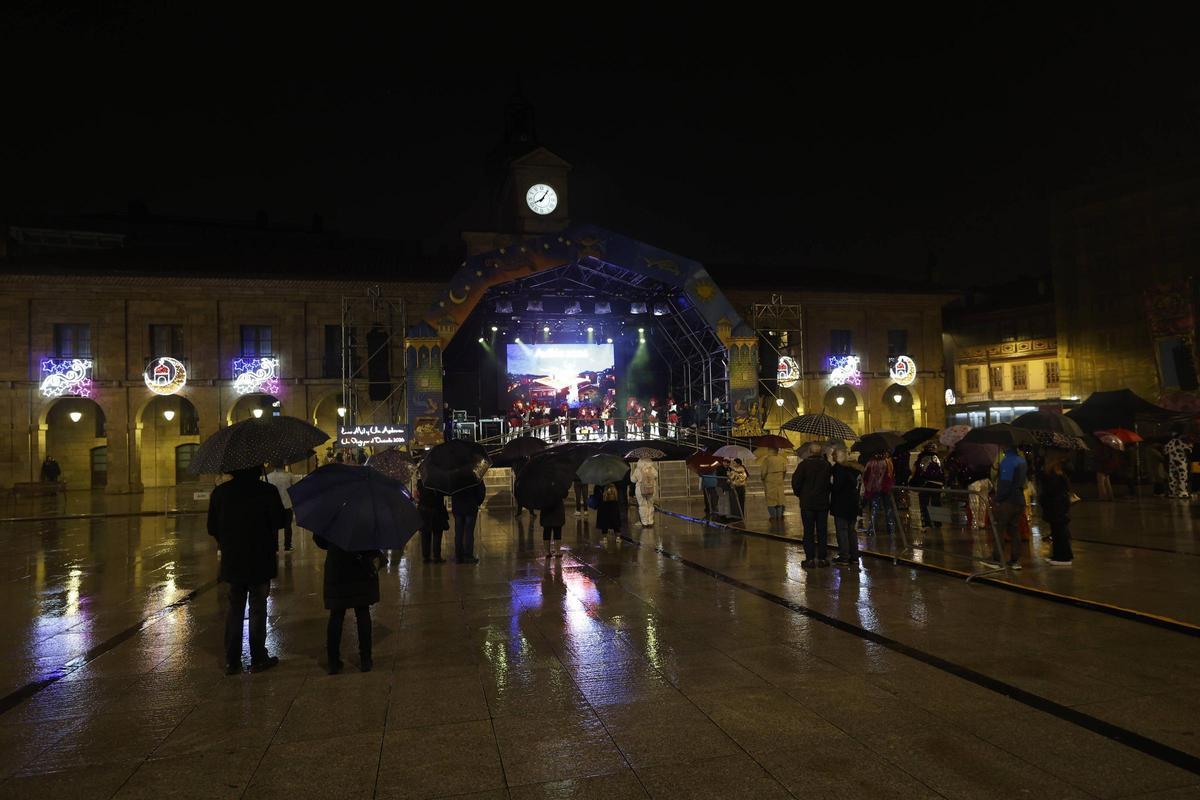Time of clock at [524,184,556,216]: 8:06
